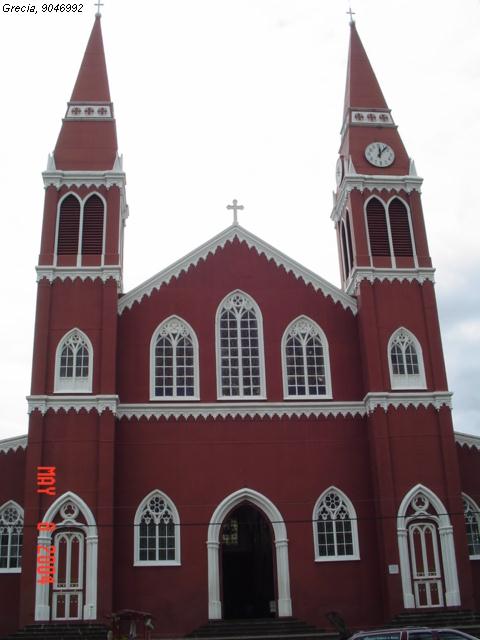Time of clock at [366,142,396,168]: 12:07
